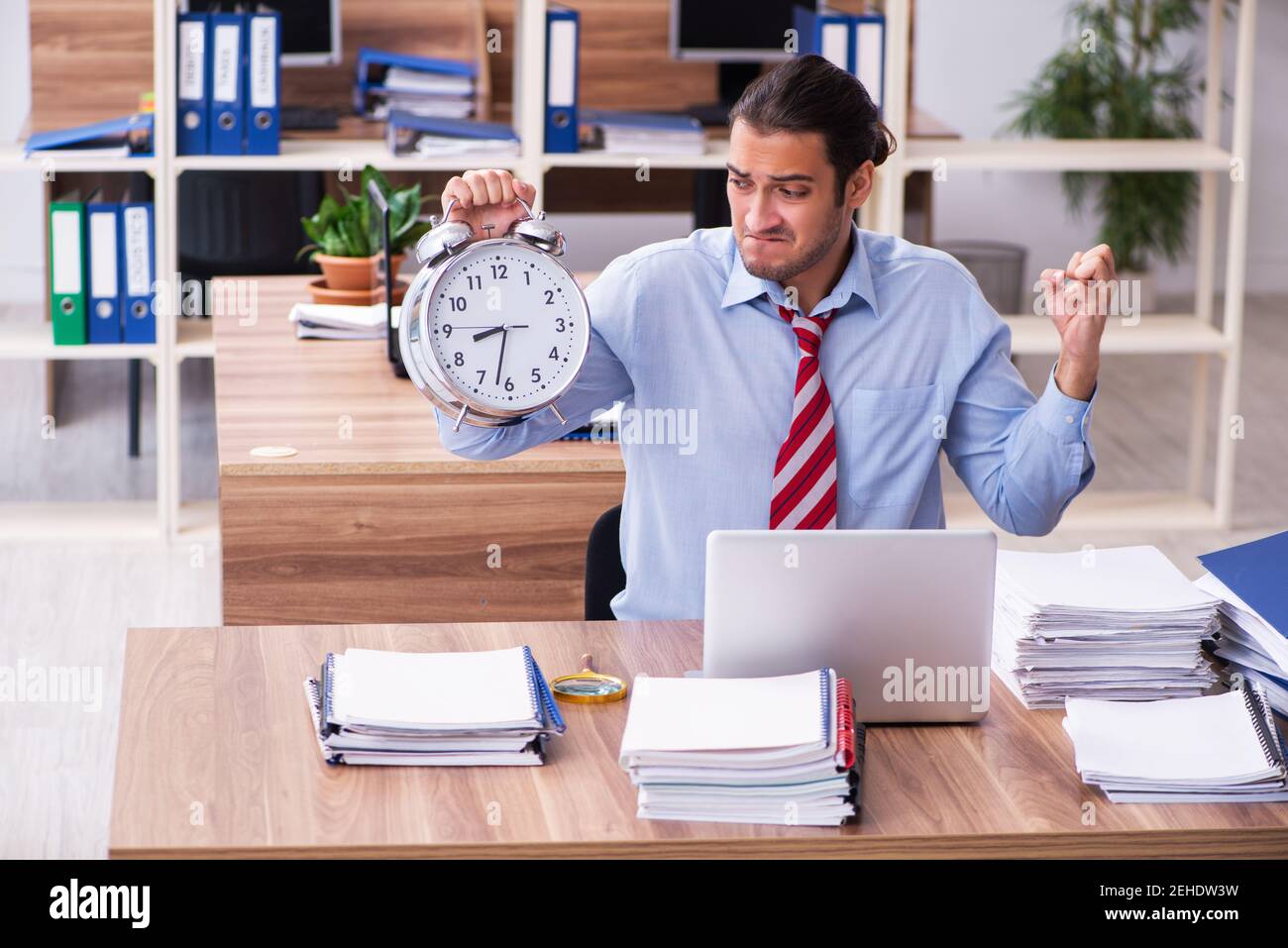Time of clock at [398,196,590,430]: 8:32
